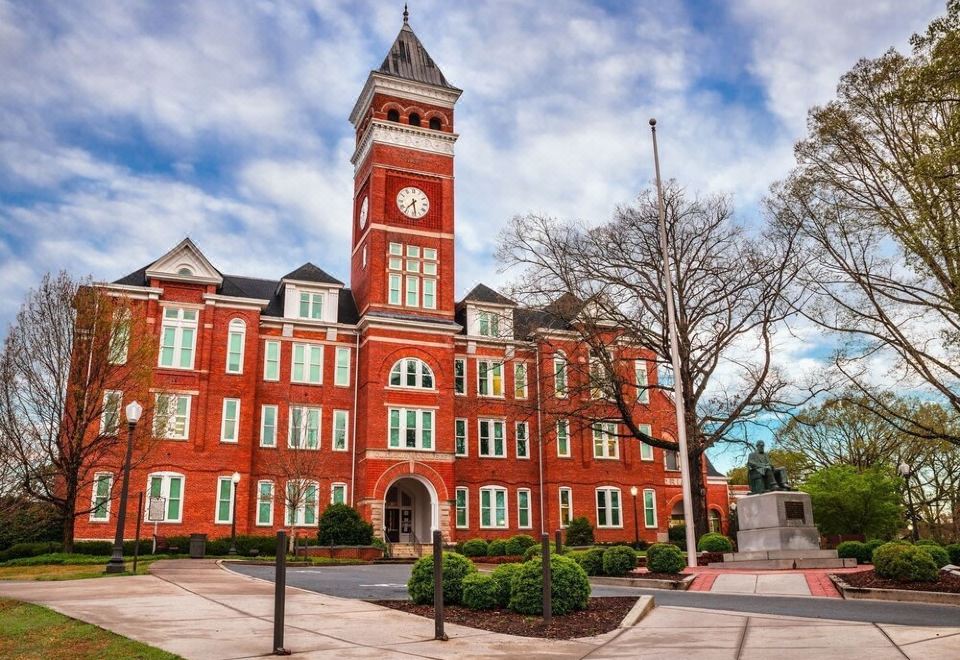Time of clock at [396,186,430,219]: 7:28
